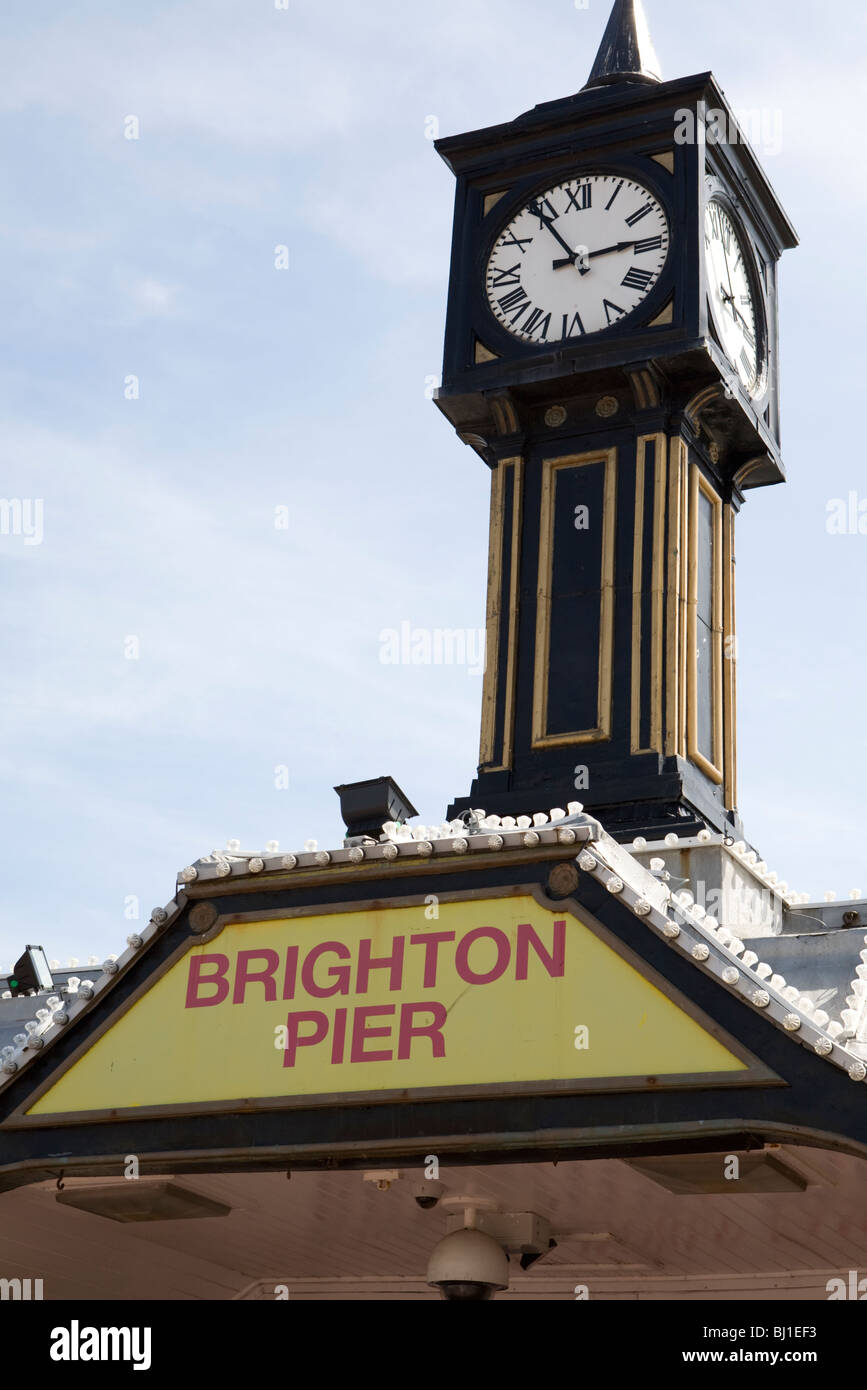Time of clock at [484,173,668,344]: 2:54
